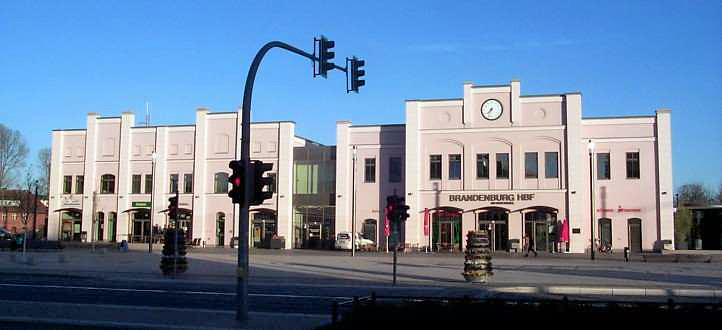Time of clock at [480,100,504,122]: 7:33
